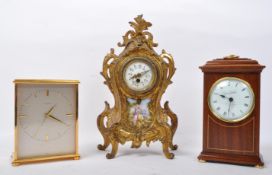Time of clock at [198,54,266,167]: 9:32
